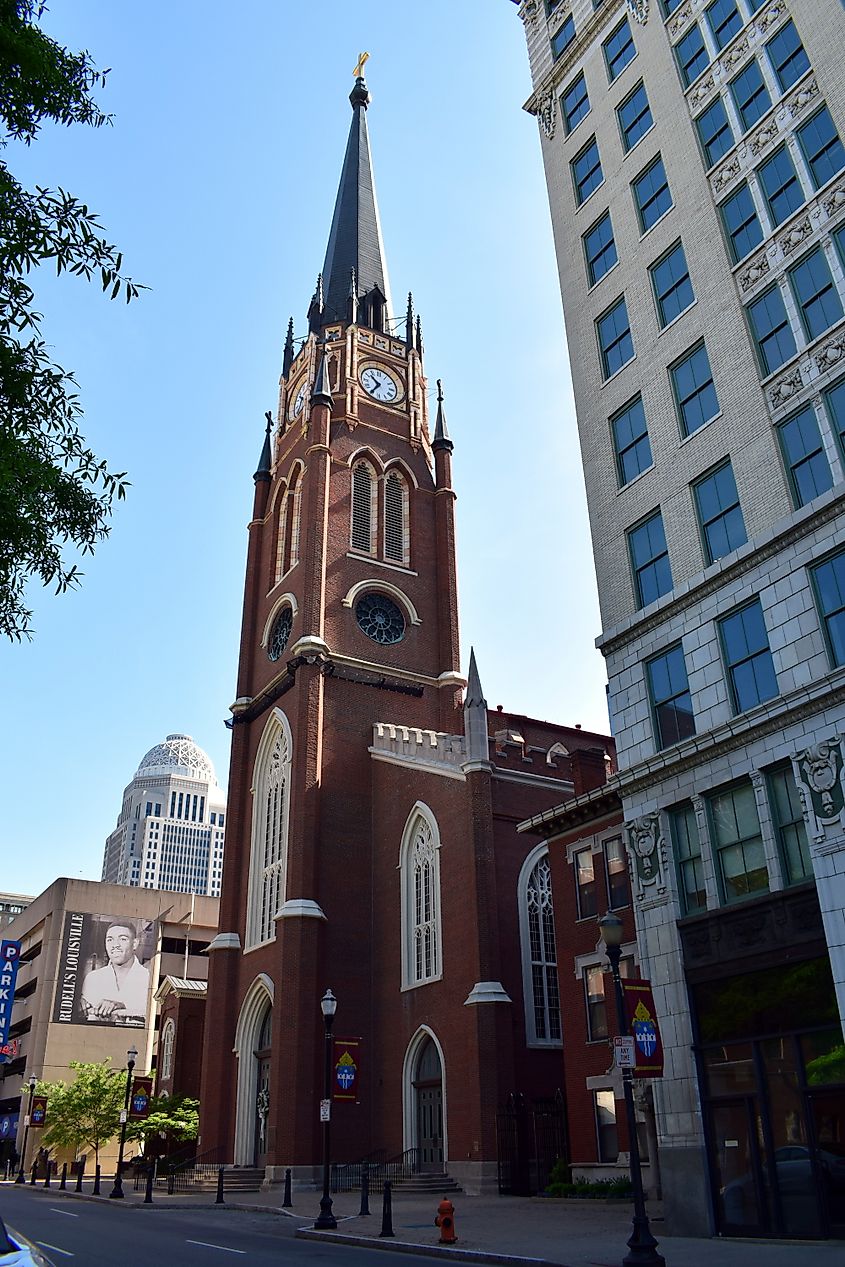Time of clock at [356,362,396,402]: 10:35
